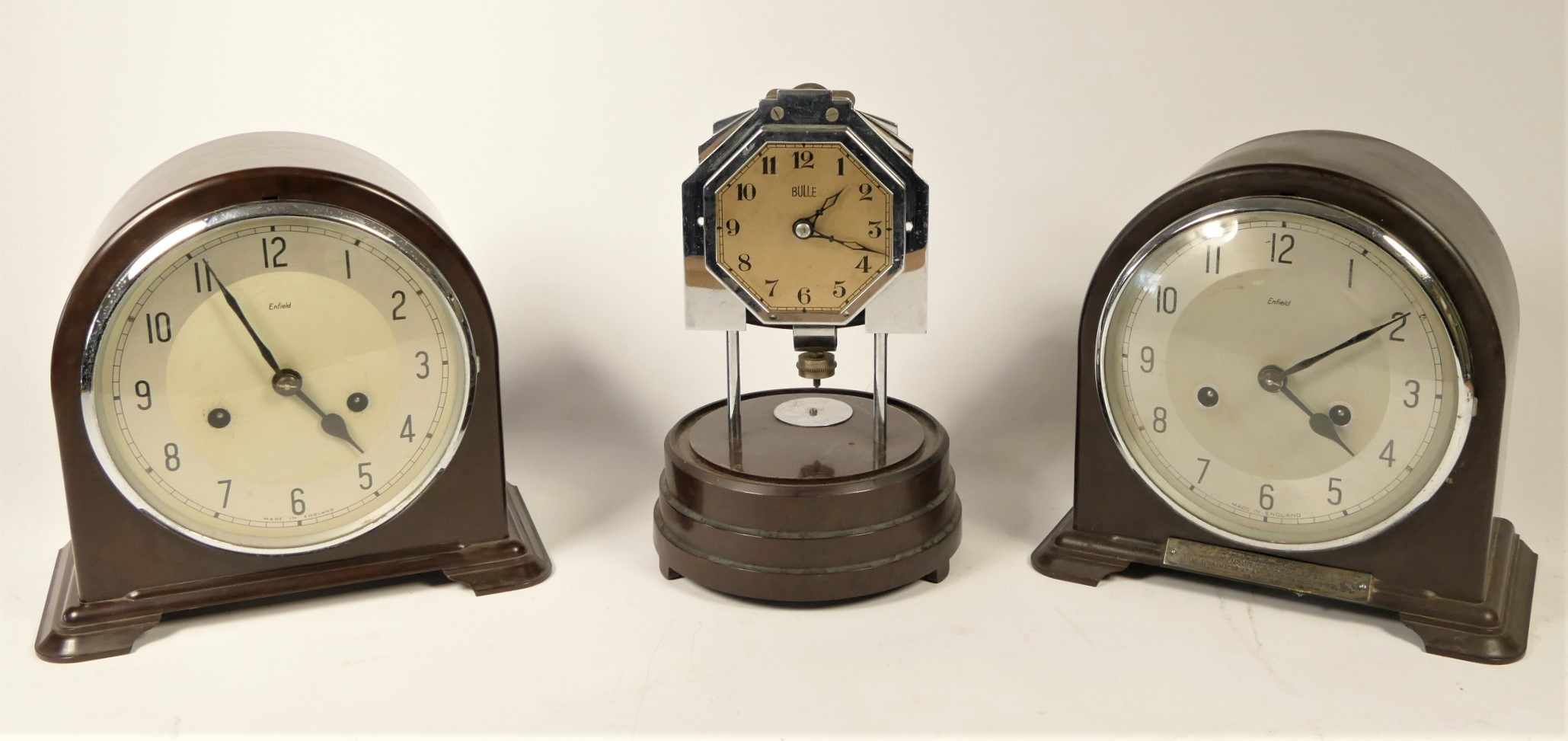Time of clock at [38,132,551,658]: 4:55
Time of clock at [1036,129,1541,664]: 4:09
